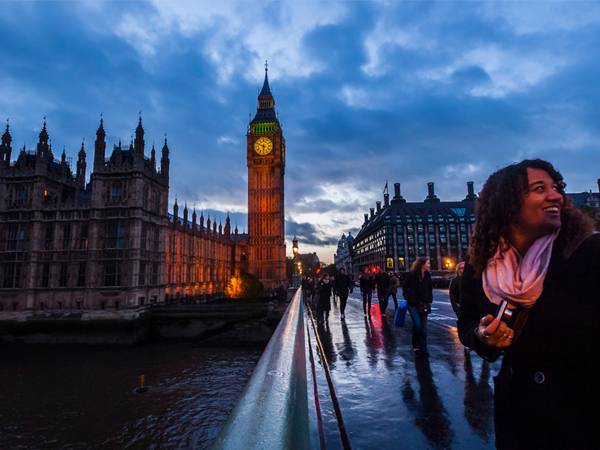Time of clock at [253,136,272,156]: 5:49
